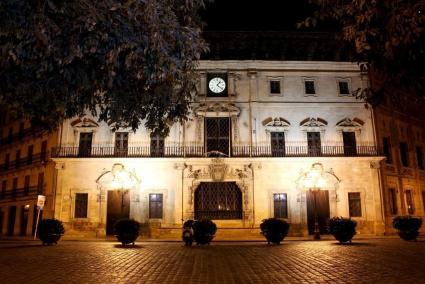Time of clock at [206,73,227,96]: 1:21
